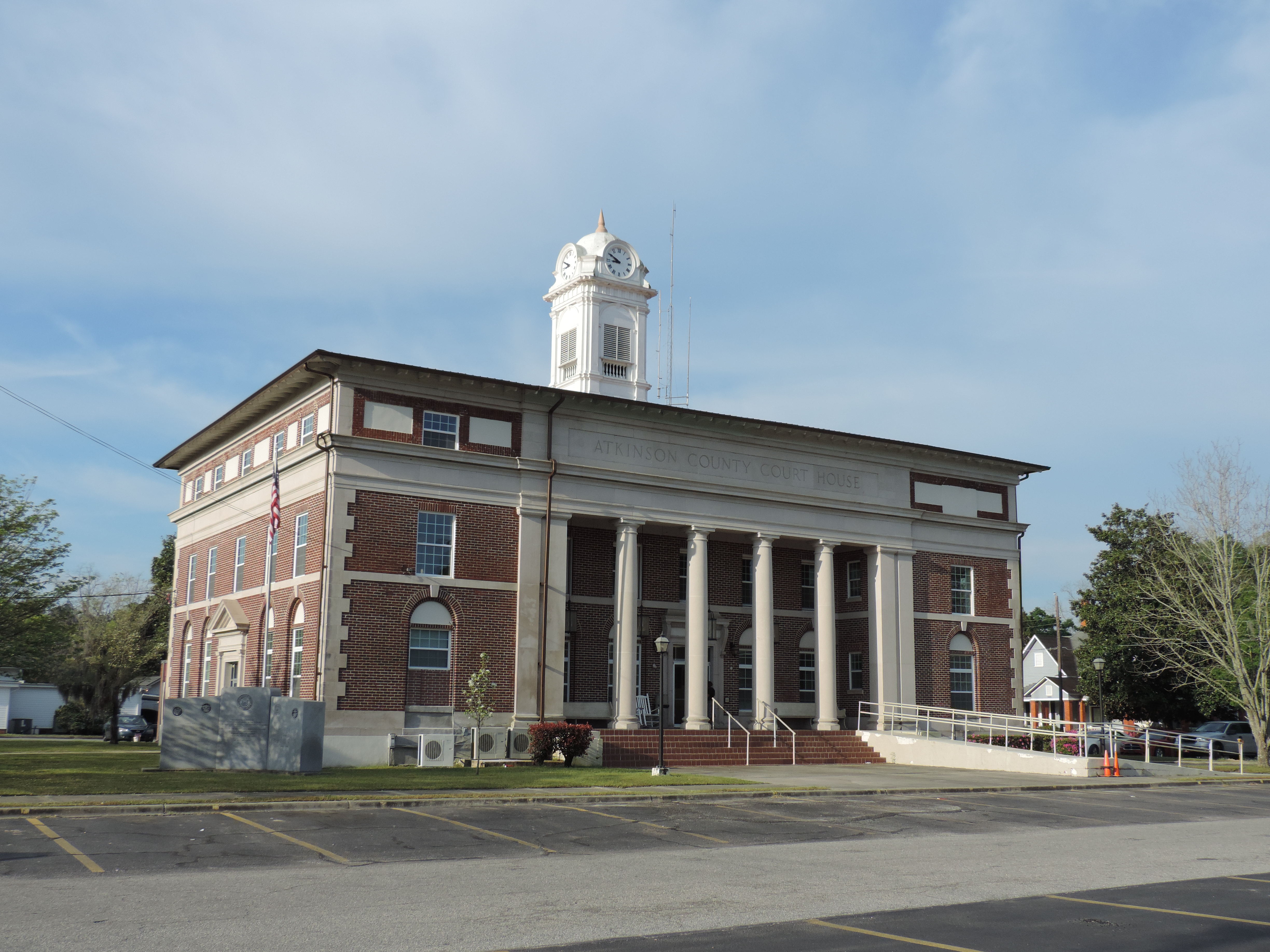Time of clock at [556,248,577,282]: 8:50
